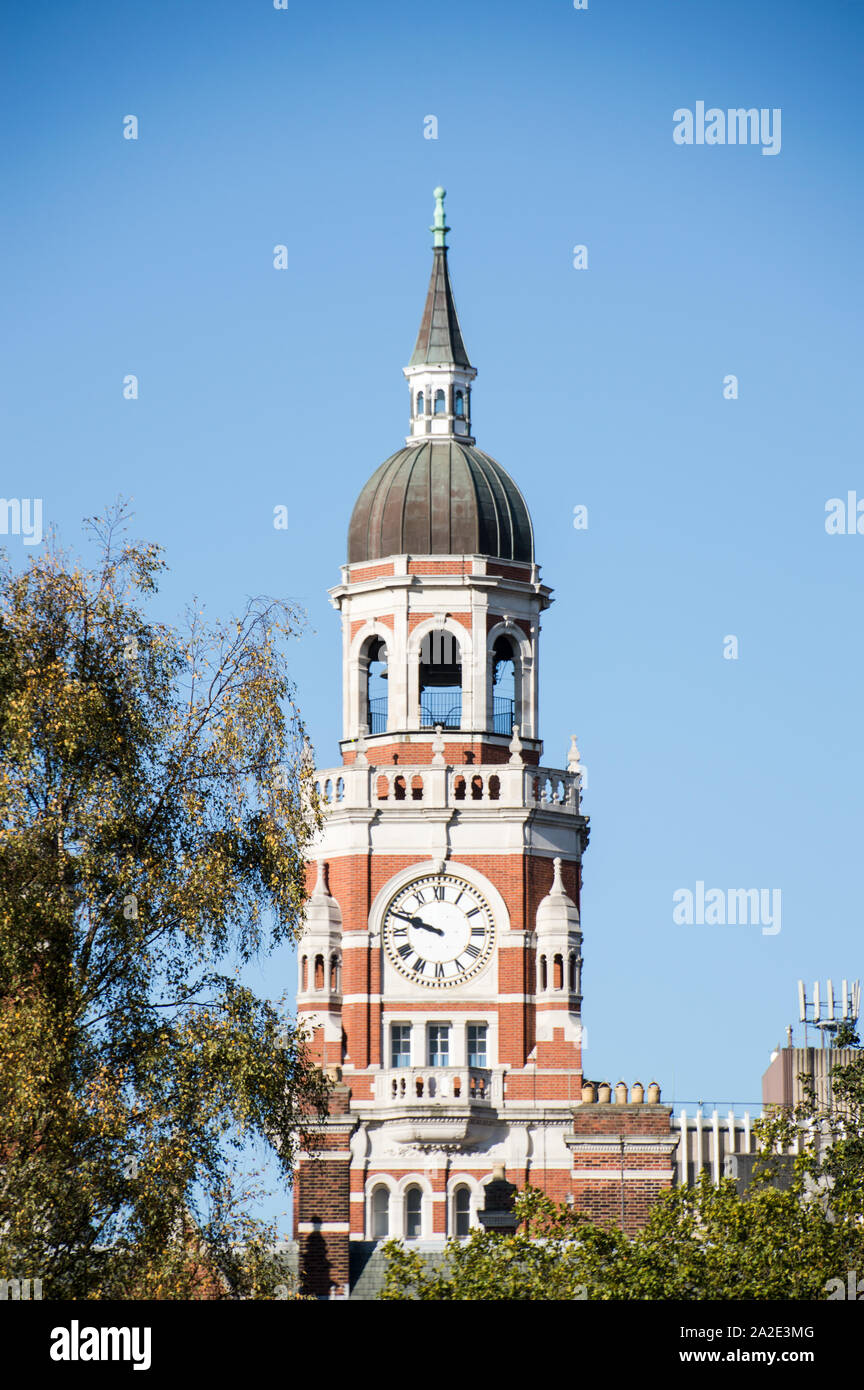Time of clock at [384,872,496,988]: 9:48
